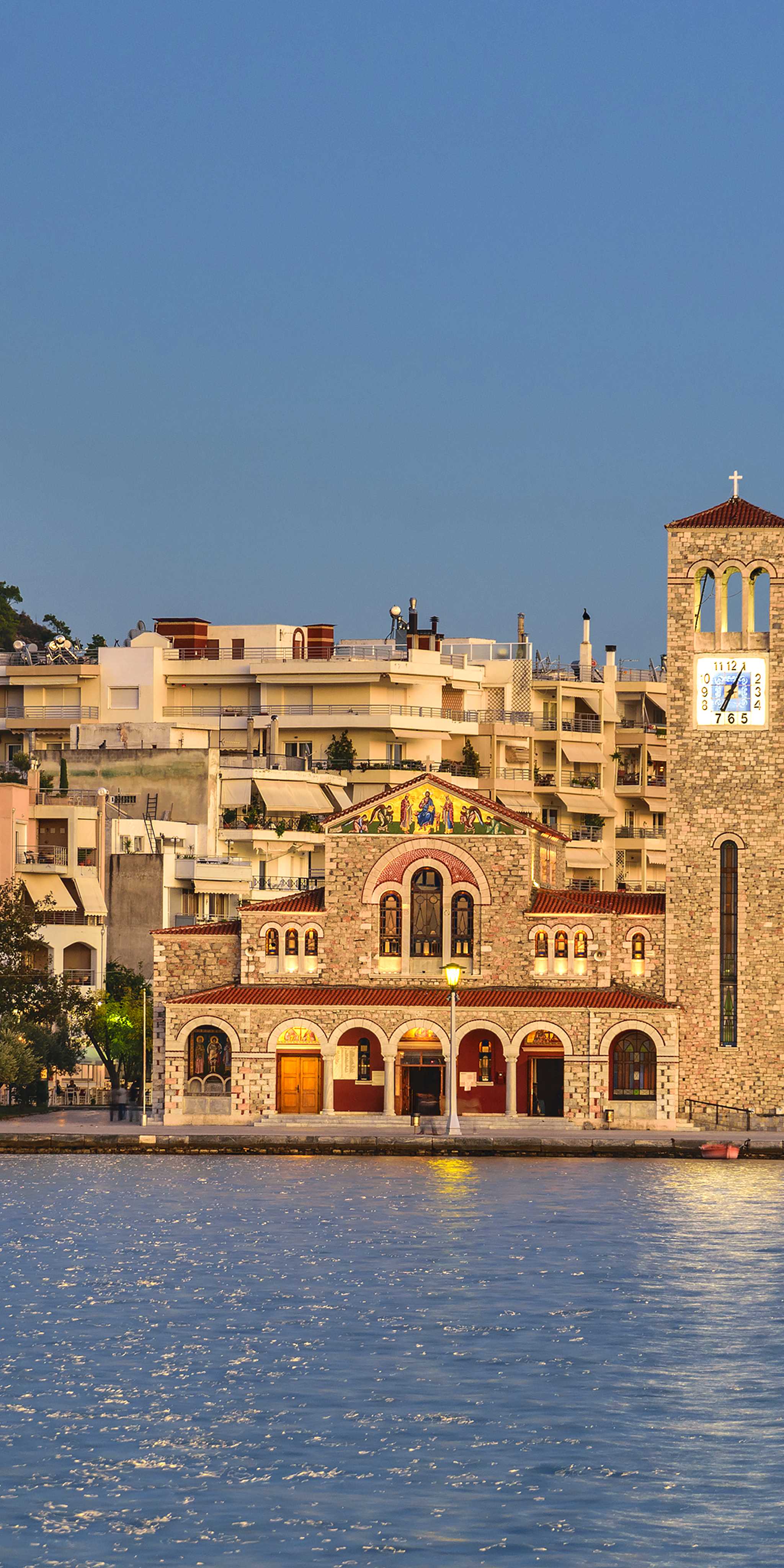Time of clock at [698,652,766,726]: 7:04
